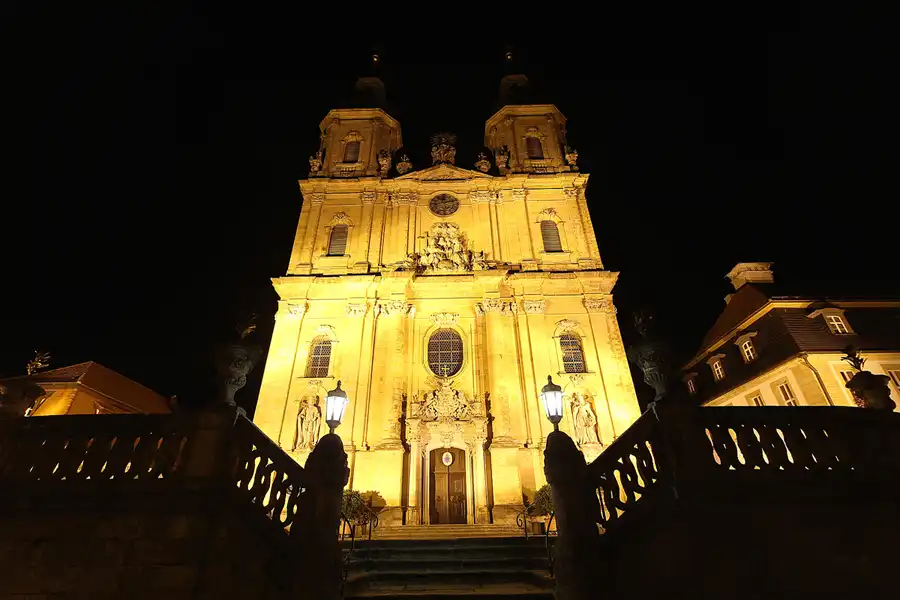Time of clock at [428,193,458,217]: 12:12
